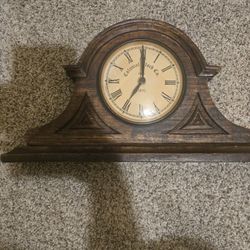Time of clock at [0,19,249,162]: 7:00
